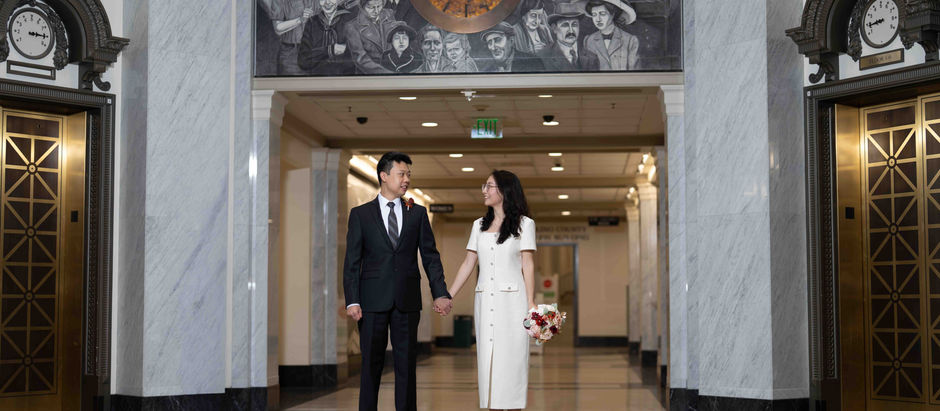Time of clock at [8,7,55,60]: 3:15
